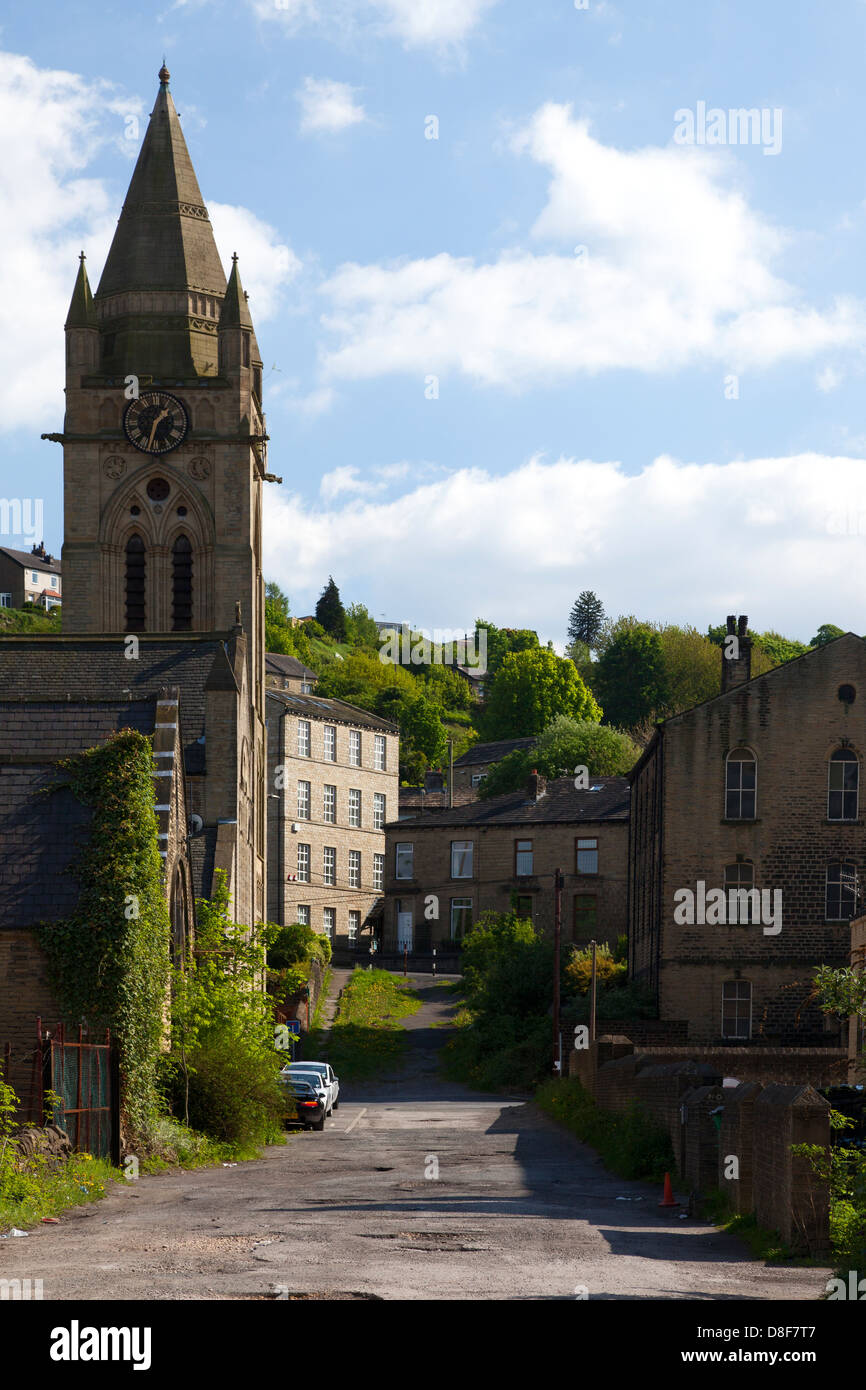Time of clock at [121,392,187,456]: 1:32
